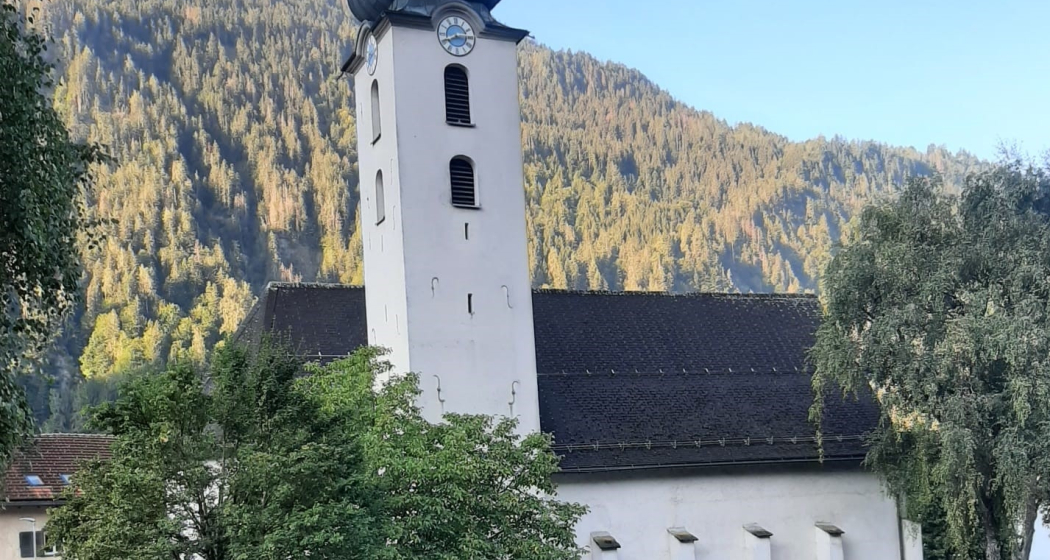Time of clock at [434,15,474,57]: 8:15
